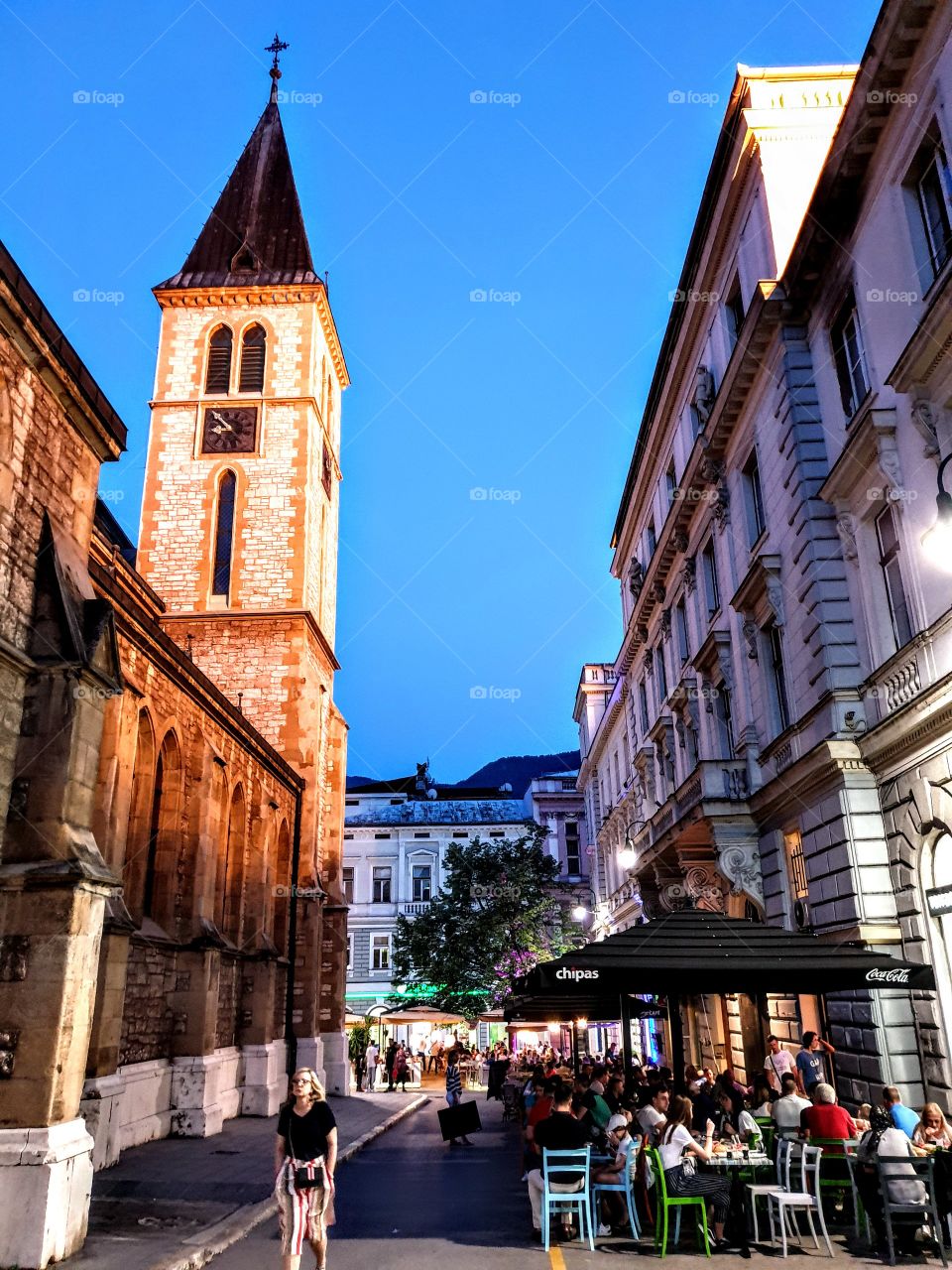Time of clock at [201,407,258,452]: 8:52
